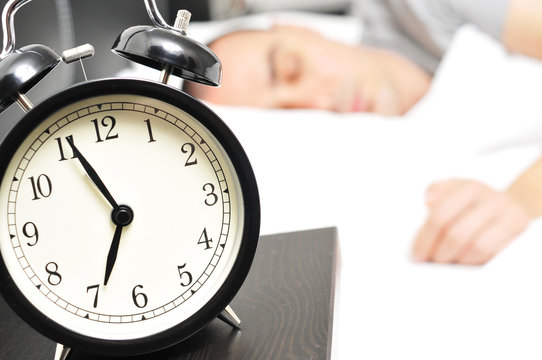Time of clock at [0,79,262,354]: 6:55
